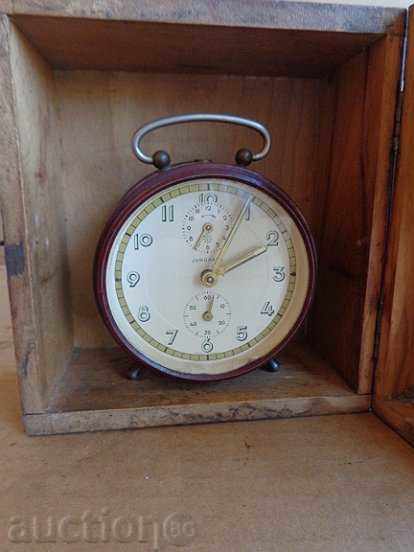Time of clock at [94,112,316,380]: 2:03
